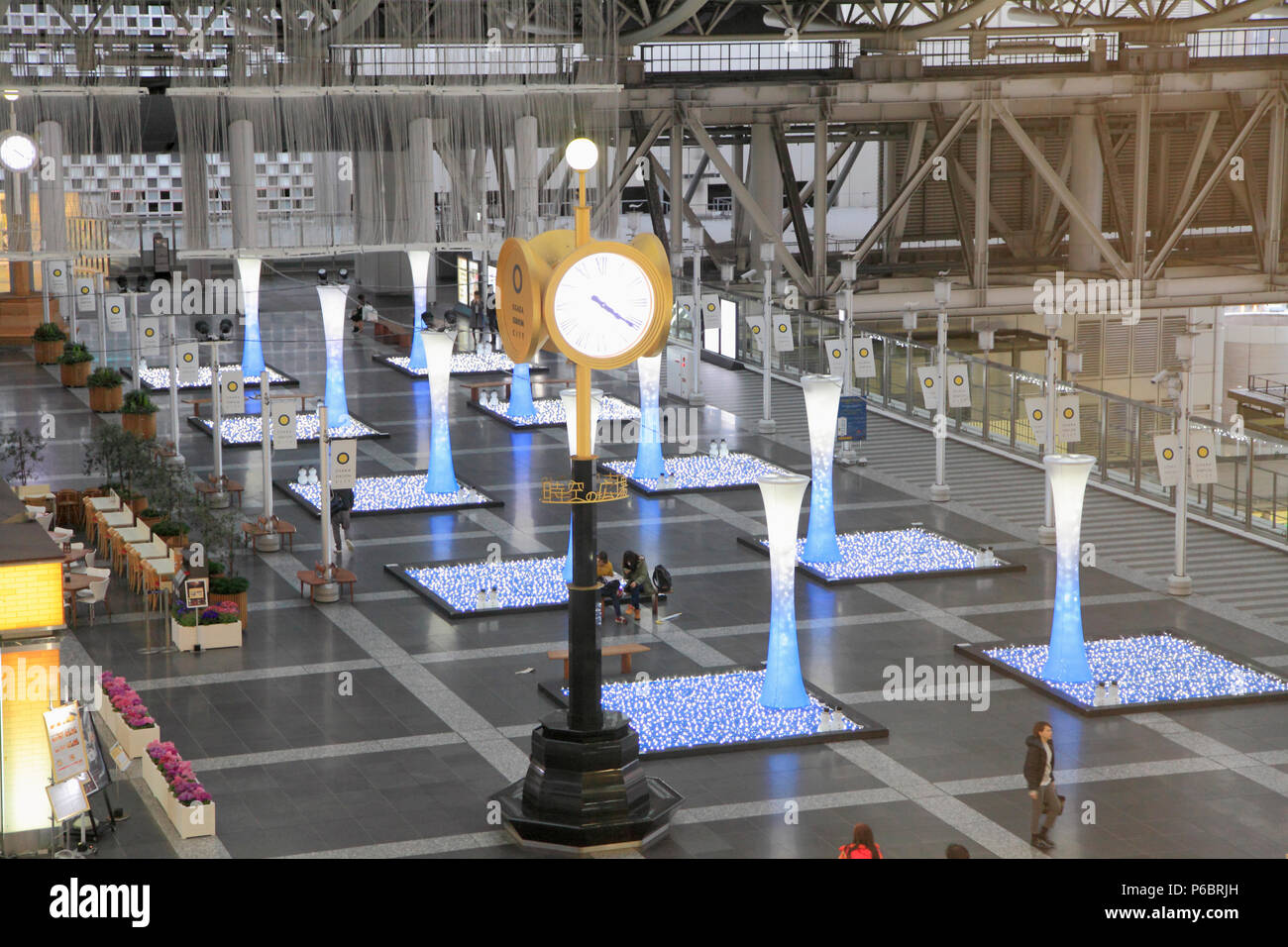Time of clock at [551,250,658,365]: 4:20
